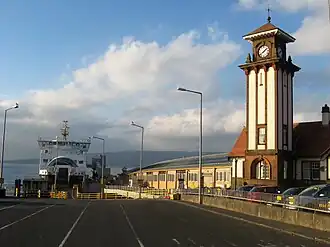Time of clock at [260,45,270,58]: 1:38
